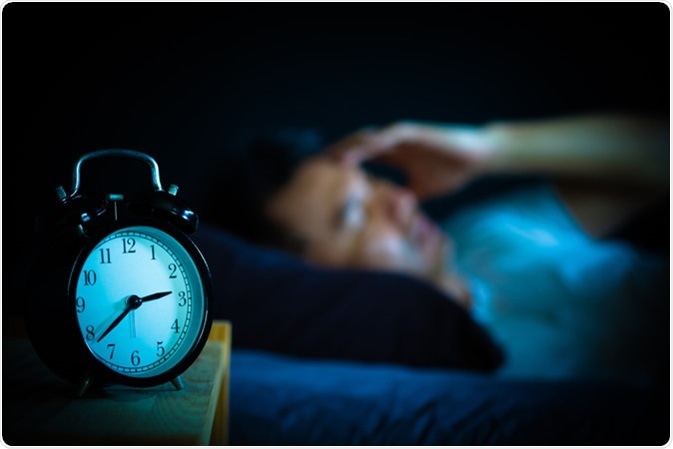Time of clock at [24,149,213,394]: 2:38
